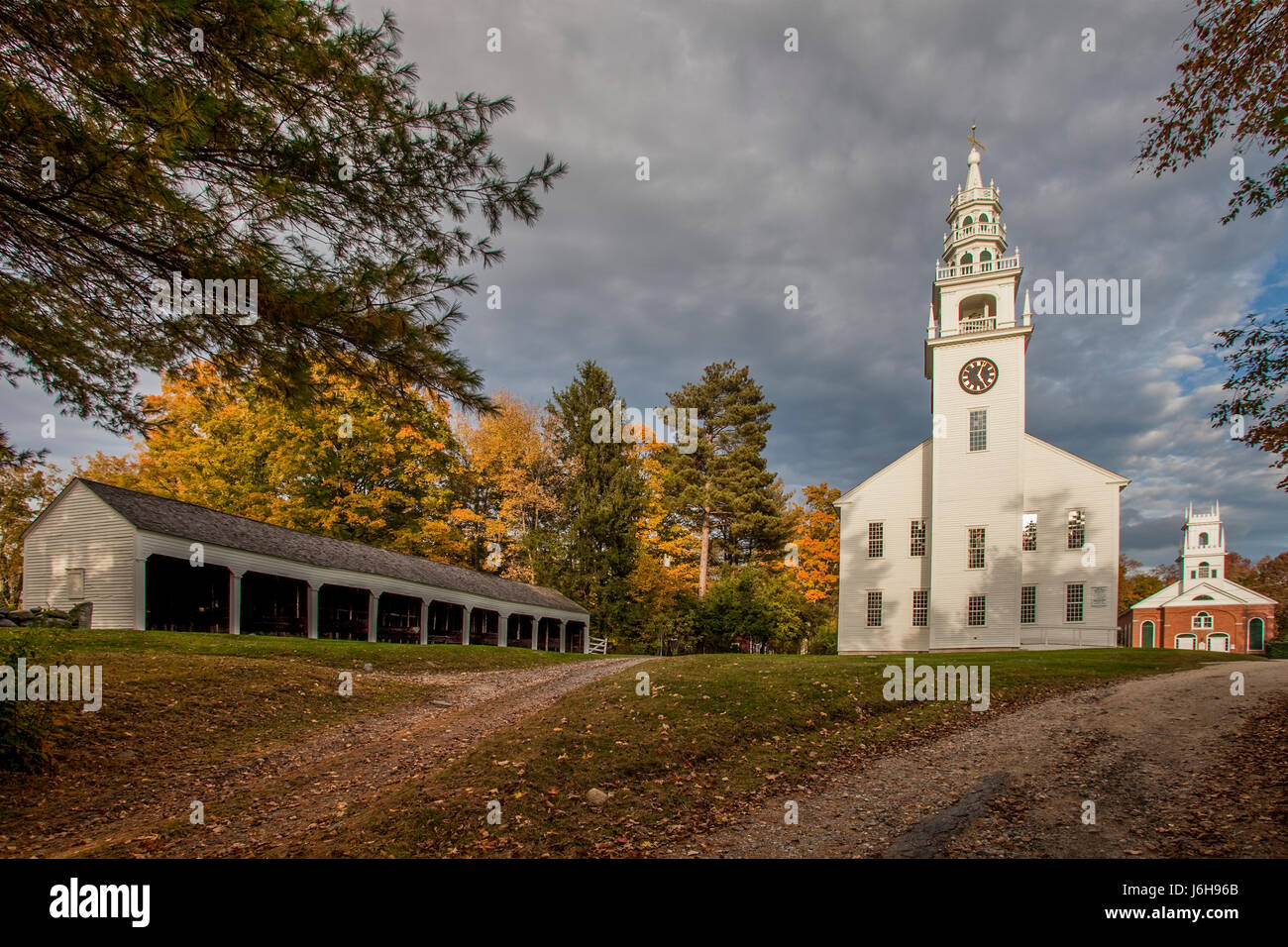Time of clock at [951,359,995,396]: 12:24
